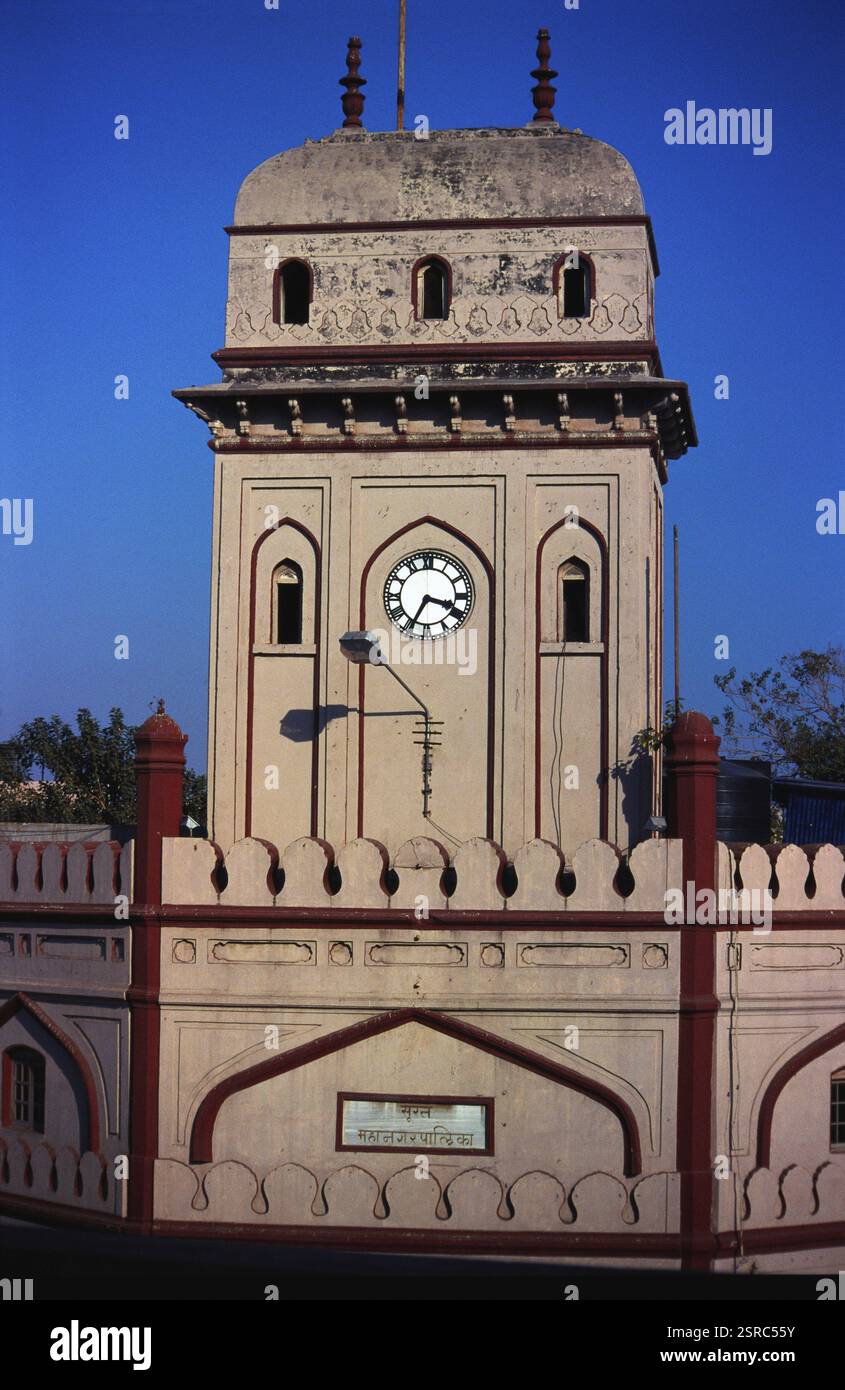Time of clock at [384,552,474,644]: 3:34
